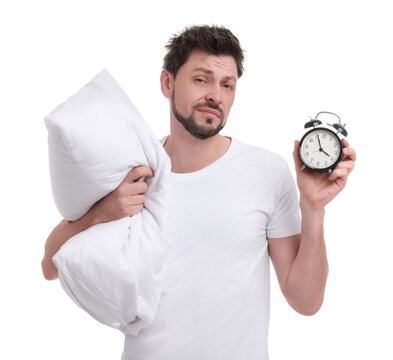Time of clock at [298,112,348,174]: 3:56
